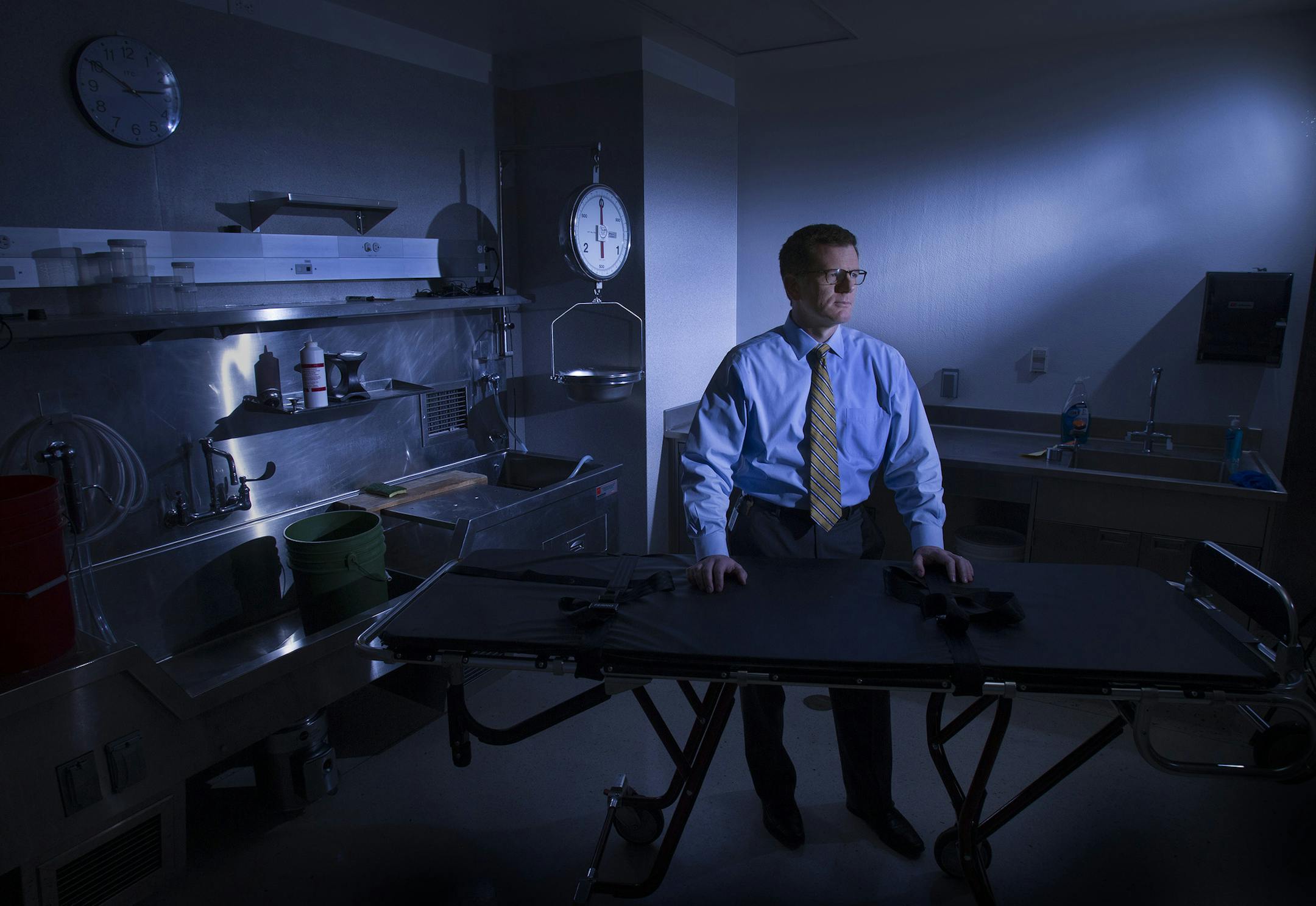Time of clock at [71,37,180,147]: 2:50
